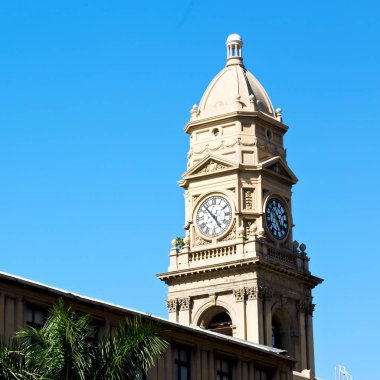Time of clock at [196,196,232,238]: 4:52
